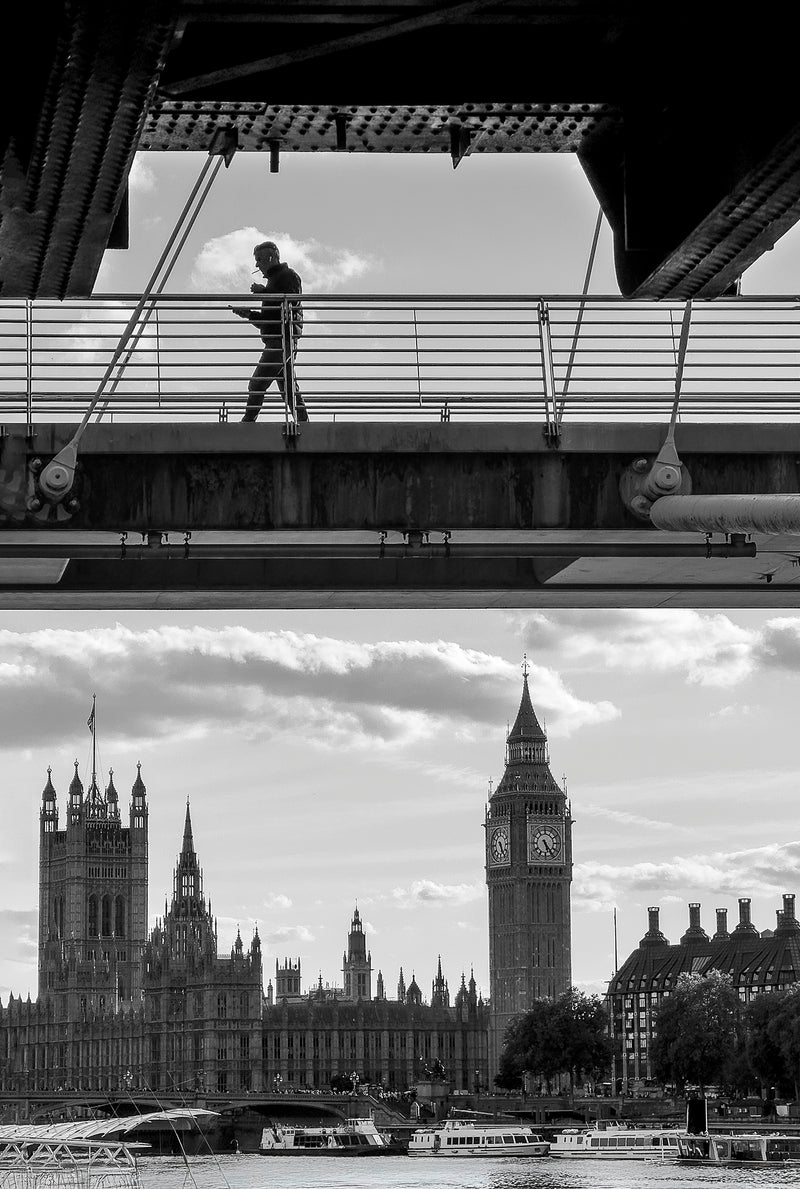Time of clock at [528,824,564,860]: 5:24
